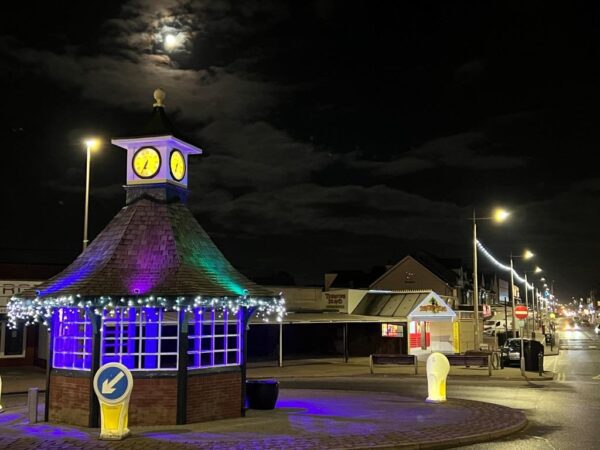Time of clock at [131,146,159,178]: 6:34
